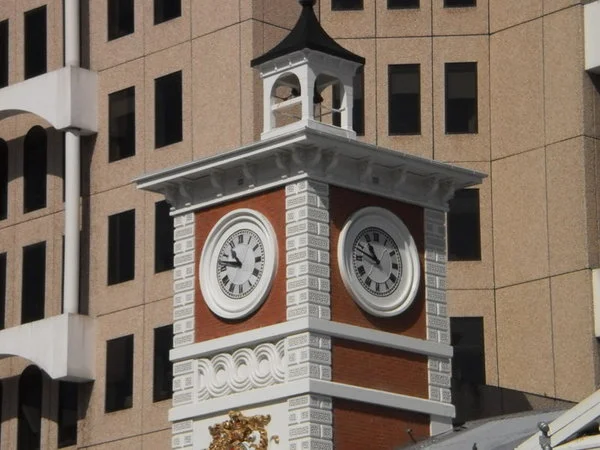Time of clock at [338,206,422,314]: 10:47
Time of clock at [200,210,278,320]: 10:47
